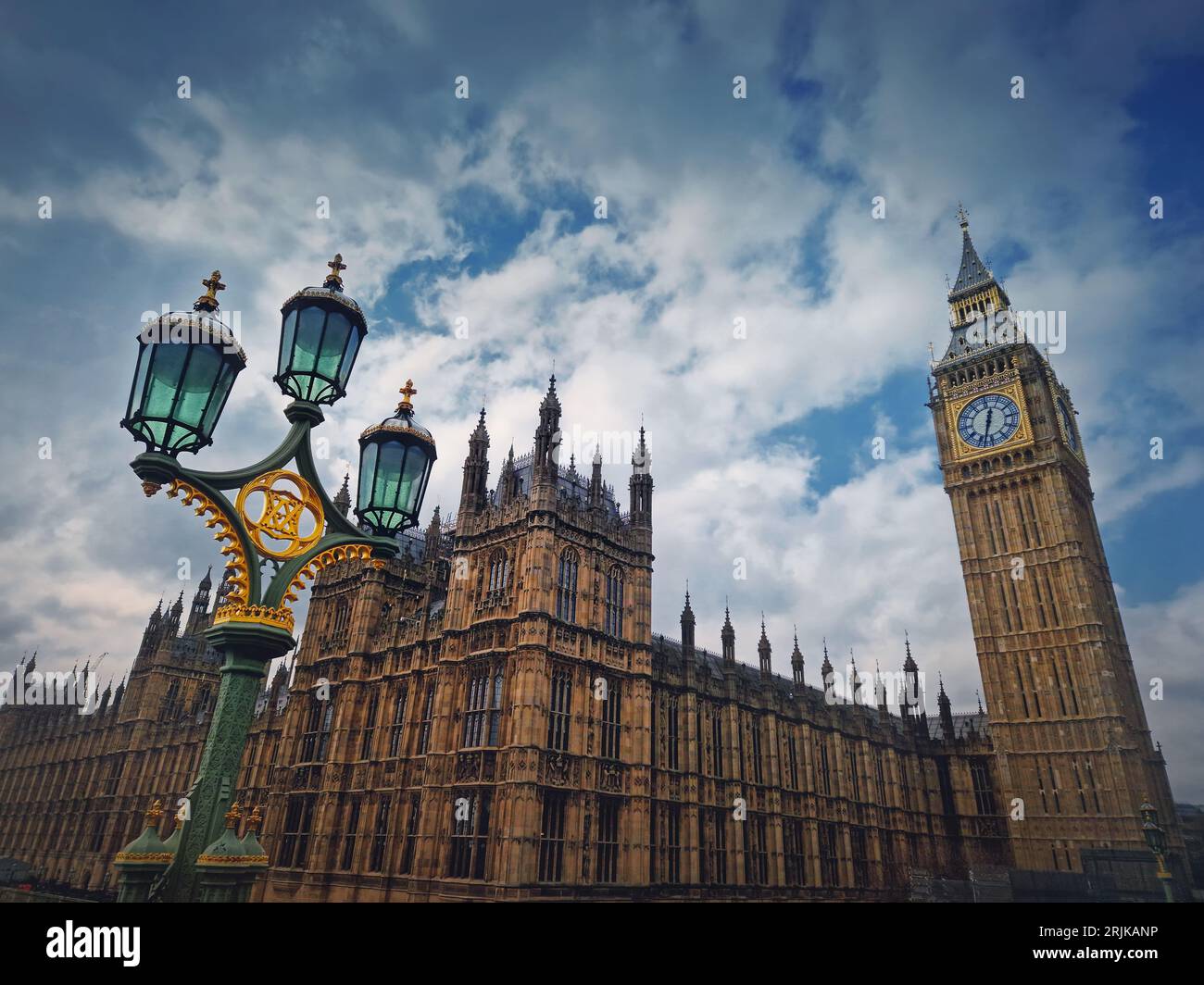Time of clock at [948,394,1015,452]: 12:32
